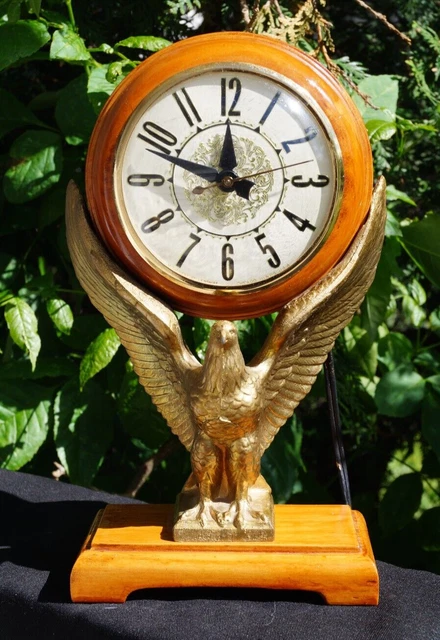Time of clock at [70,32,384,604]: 11:48
